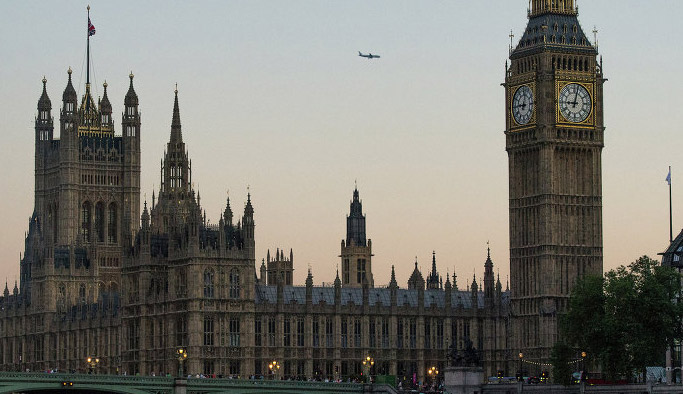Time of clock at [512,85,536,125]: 9:01
